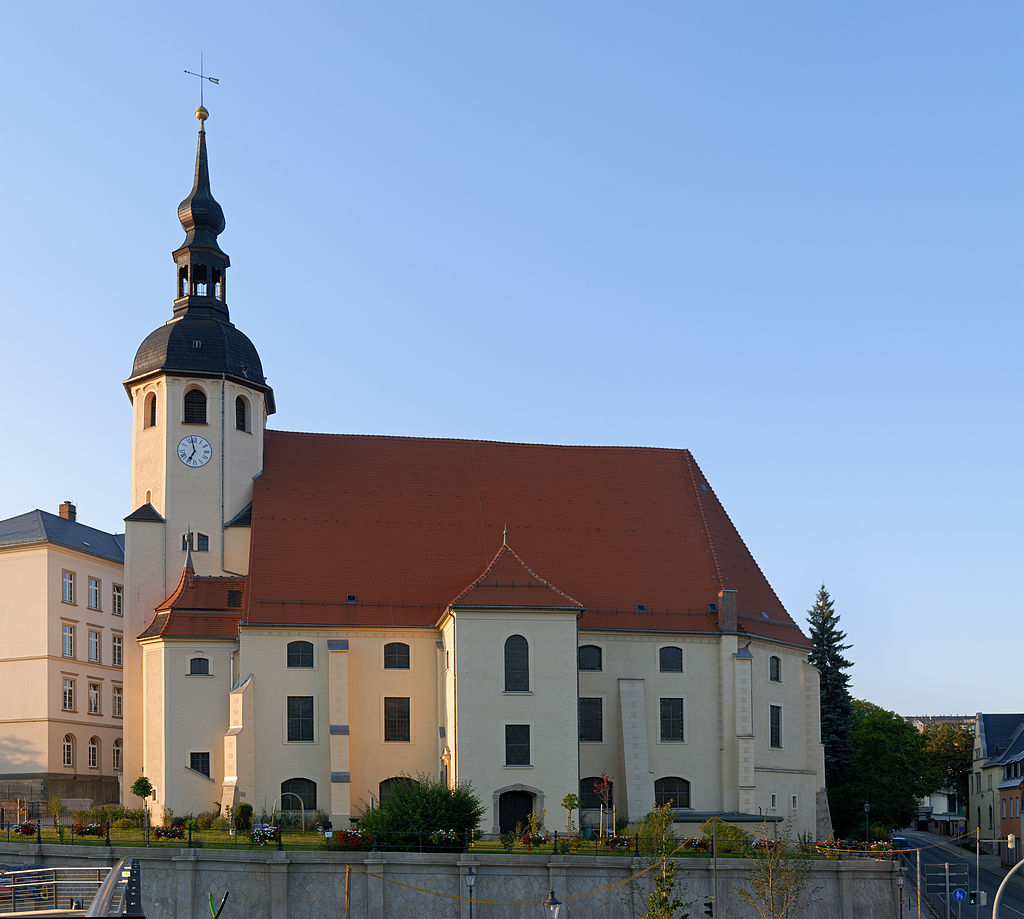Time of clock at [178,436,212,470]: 6:57
